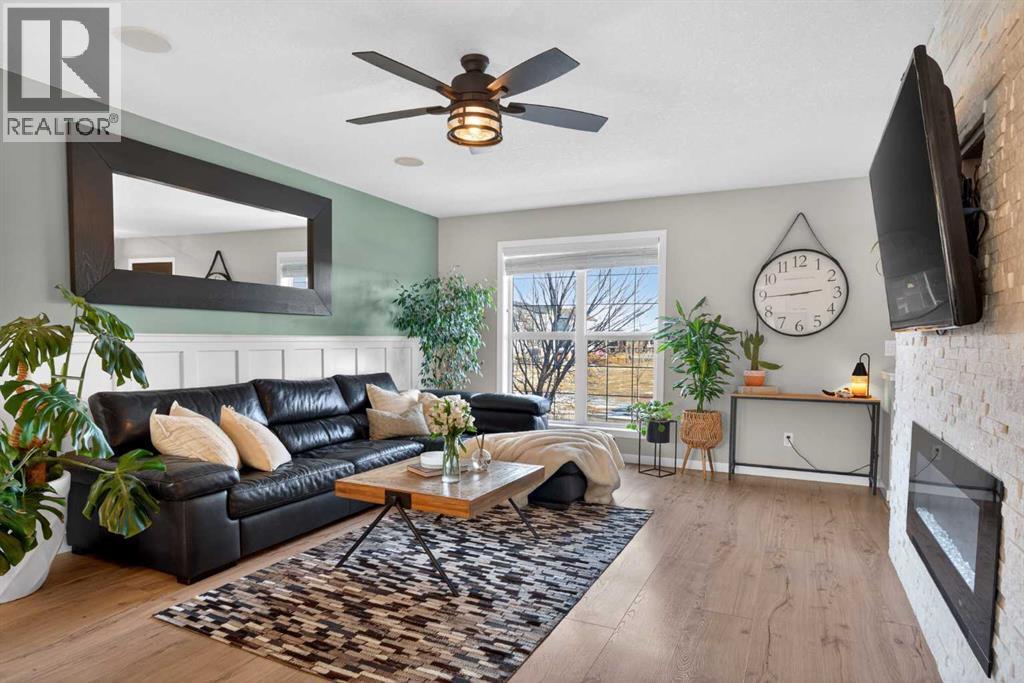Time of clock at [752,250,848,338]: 2:44
